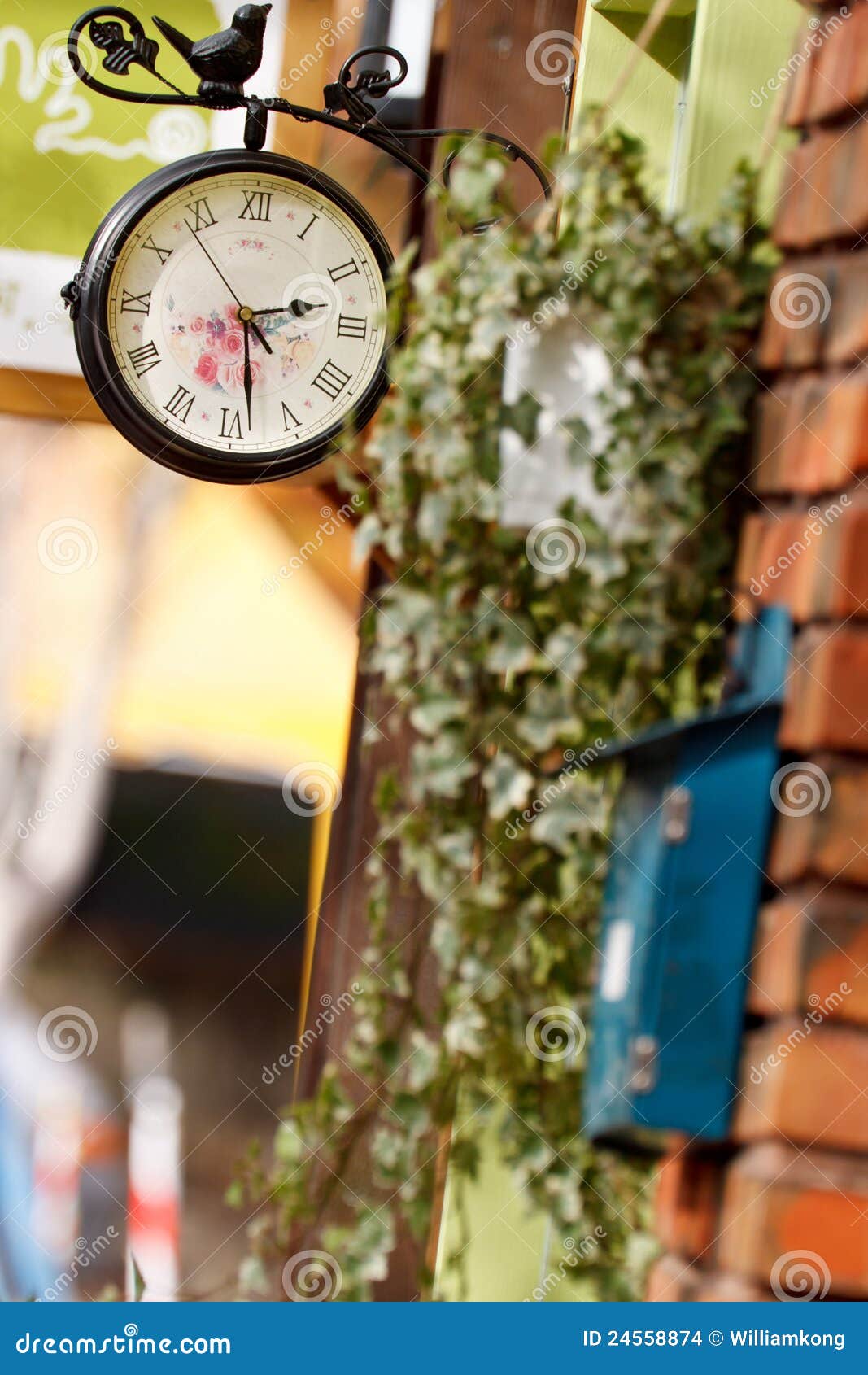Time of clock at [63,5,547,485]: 2:28
